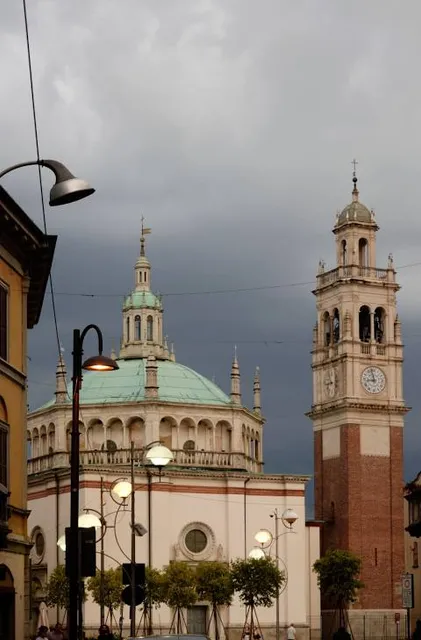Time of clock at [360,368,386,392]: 8:58
